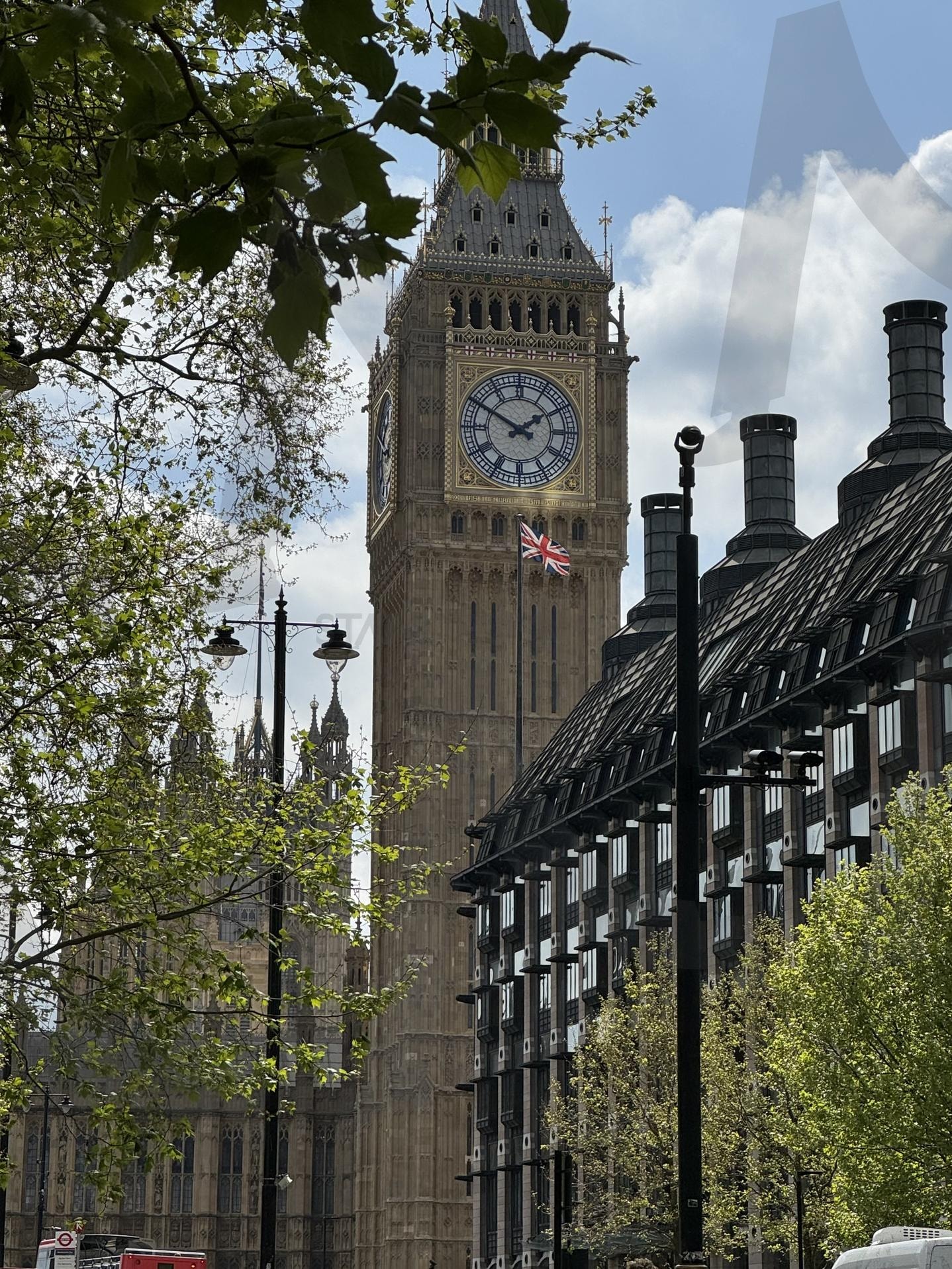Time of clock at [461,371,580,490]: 1:50
